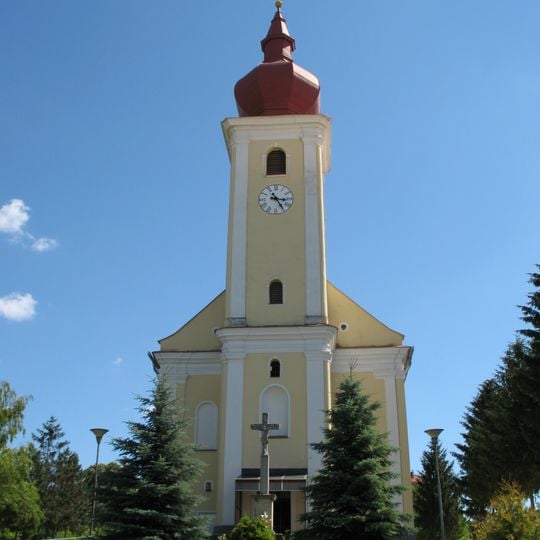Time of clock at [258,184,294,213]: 3:24
